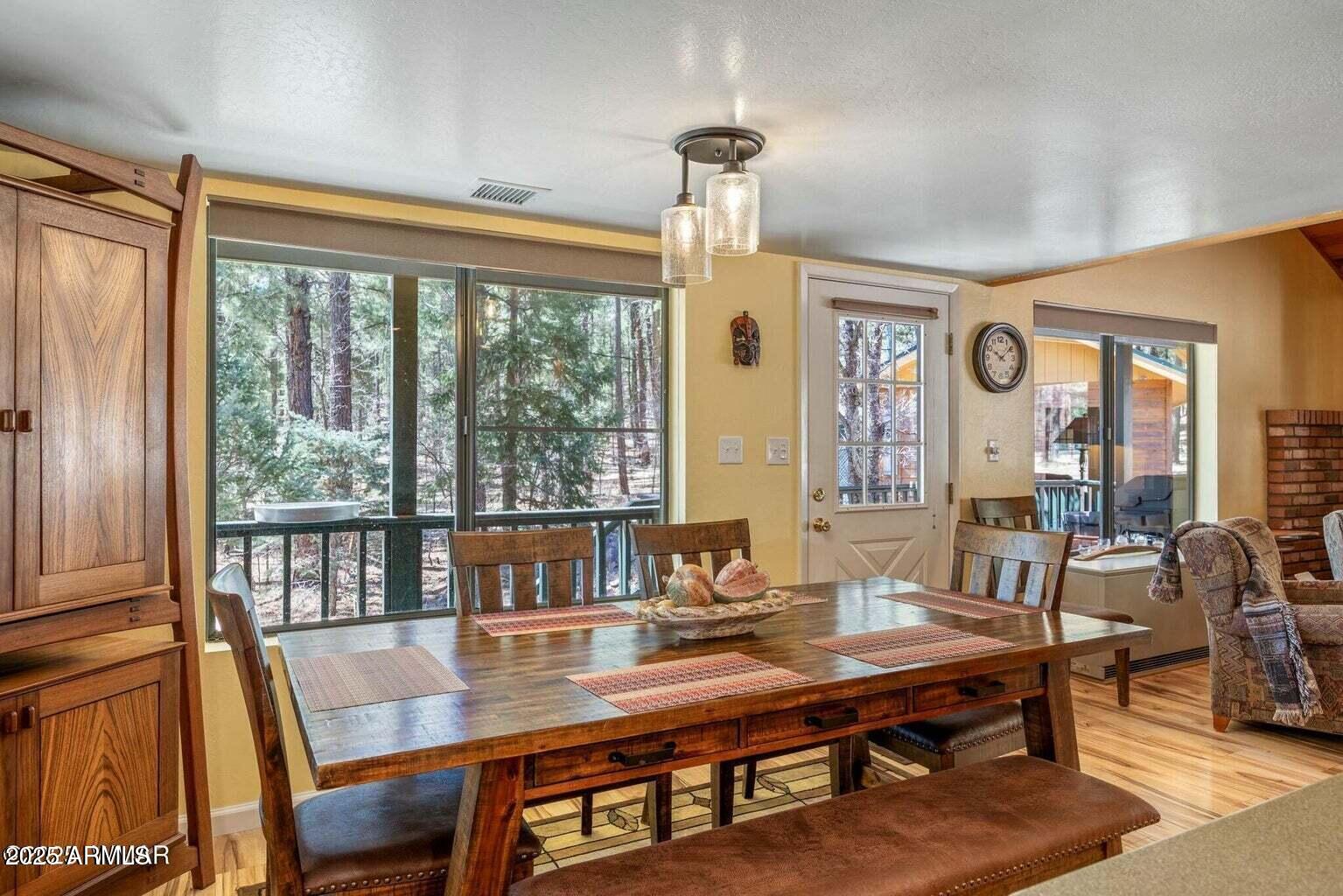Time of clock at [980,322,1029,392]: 10:08
